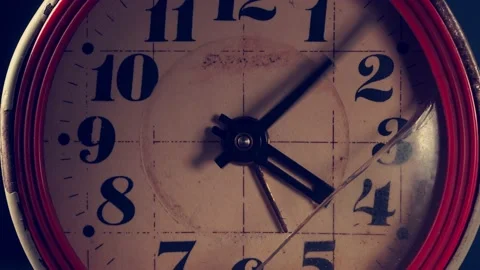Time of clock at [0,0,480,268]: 4:07
